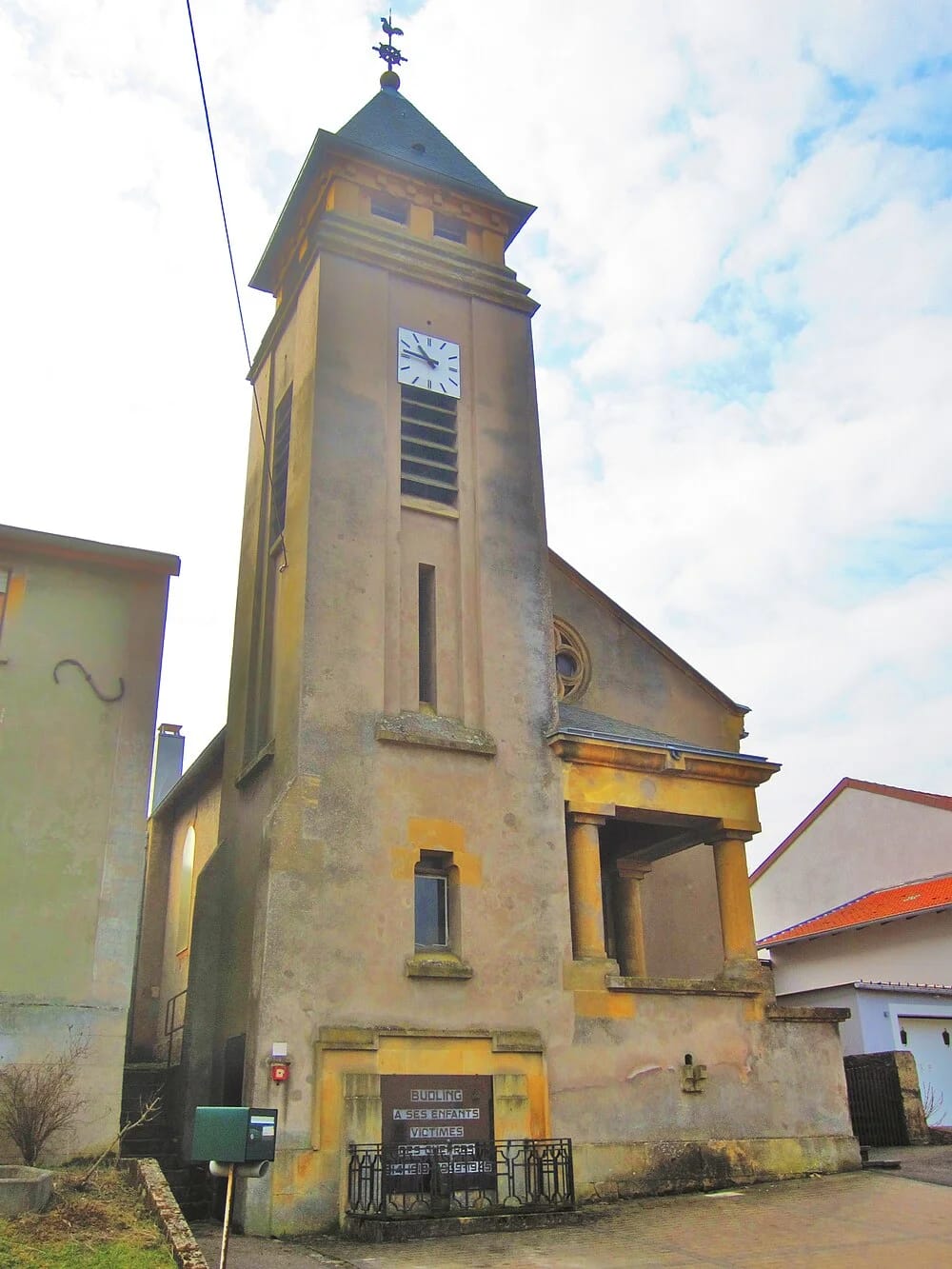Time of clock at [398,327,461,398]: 10:46
